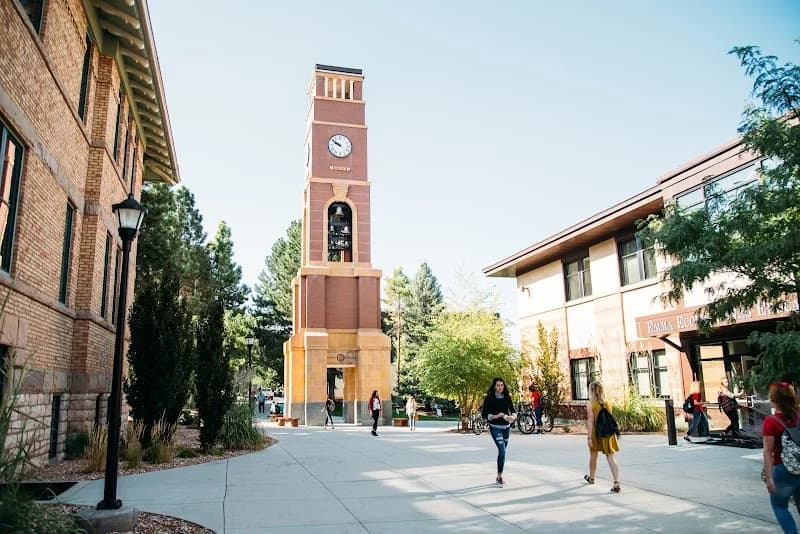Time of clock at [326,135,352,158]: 9:50
